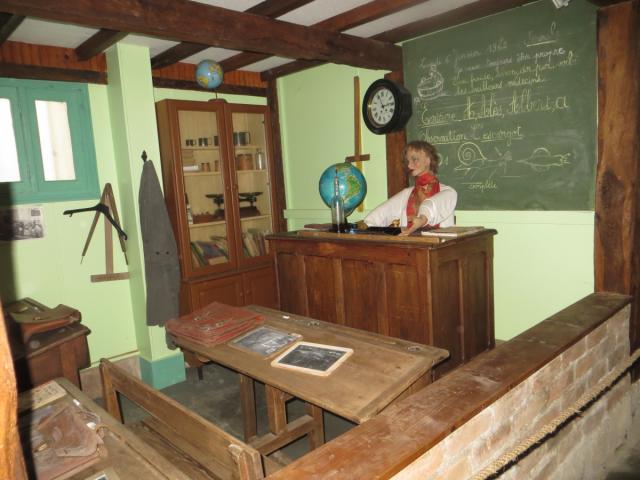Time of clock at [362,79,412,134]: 11:13
